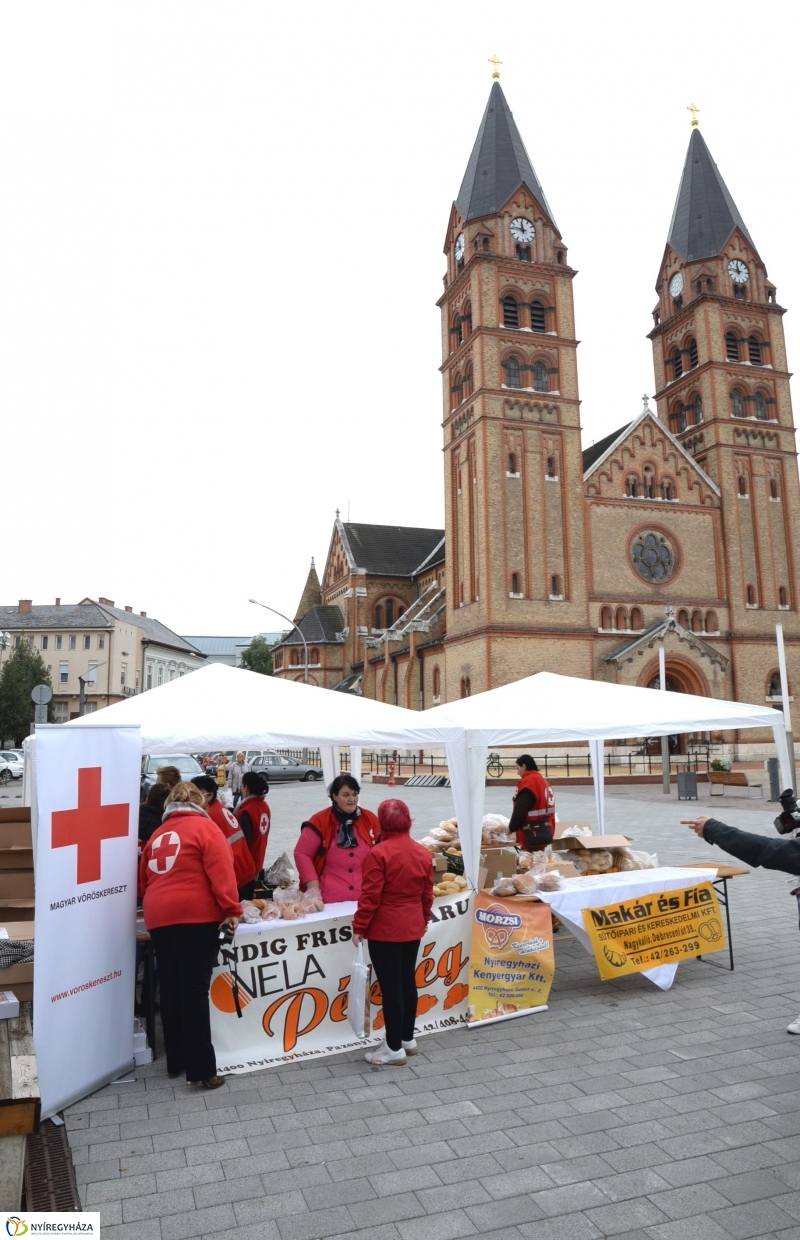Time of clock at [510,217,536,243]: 11:46
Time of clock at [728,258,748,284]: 11:46
